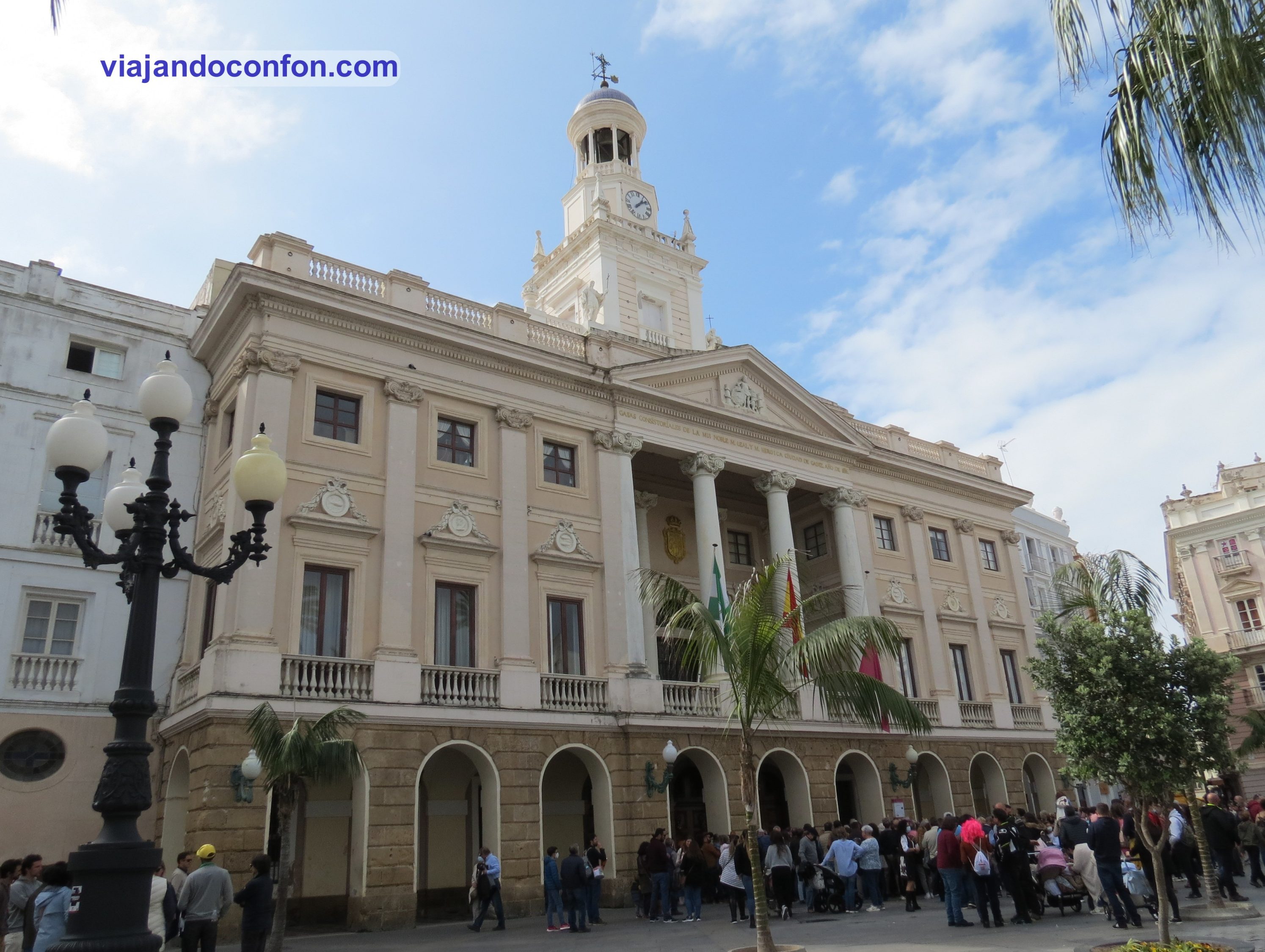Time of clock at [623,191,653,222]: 1:08
